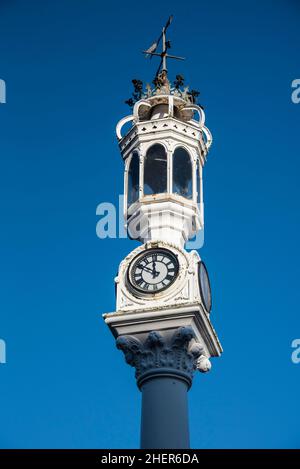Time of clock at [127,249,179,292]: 11:50
